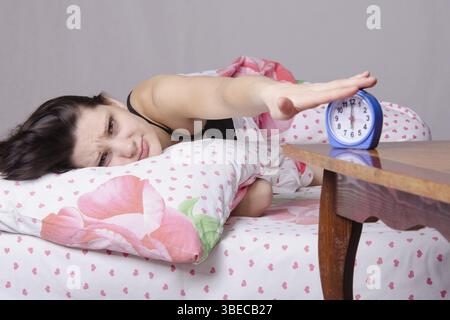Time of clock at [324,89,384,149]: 6:00
